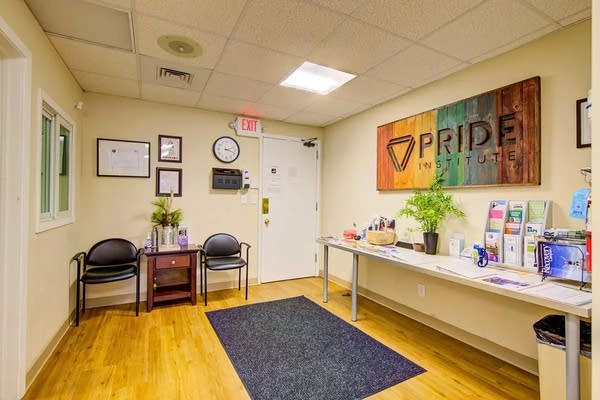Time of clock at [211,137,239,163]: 2:18
